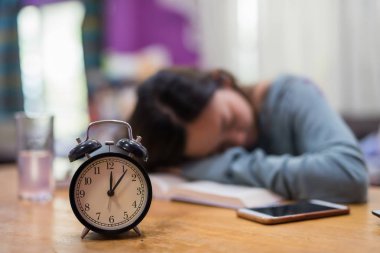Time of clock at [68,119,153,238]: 12:06
